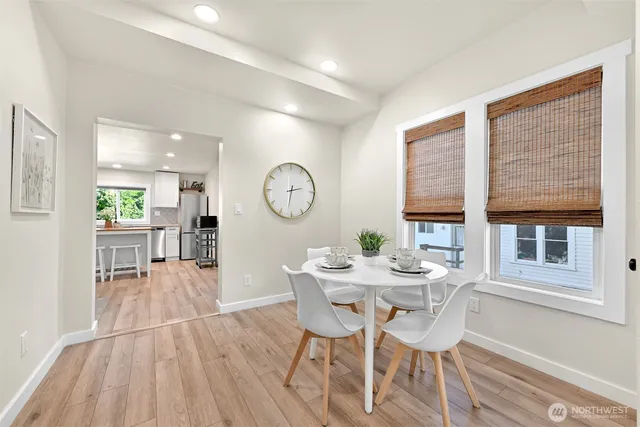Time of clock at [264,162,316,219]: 2:32
